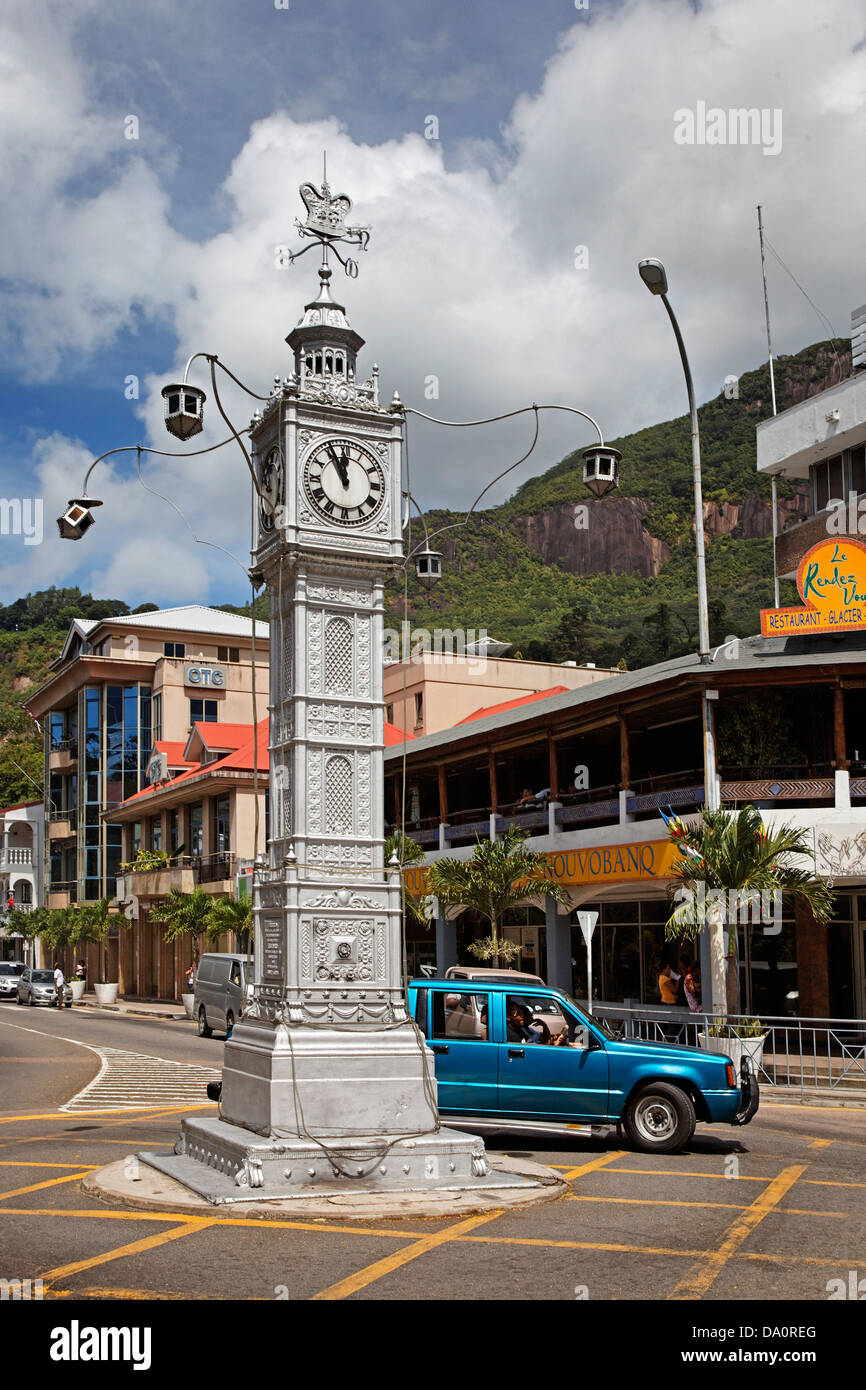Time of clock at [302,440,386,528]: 11:55
